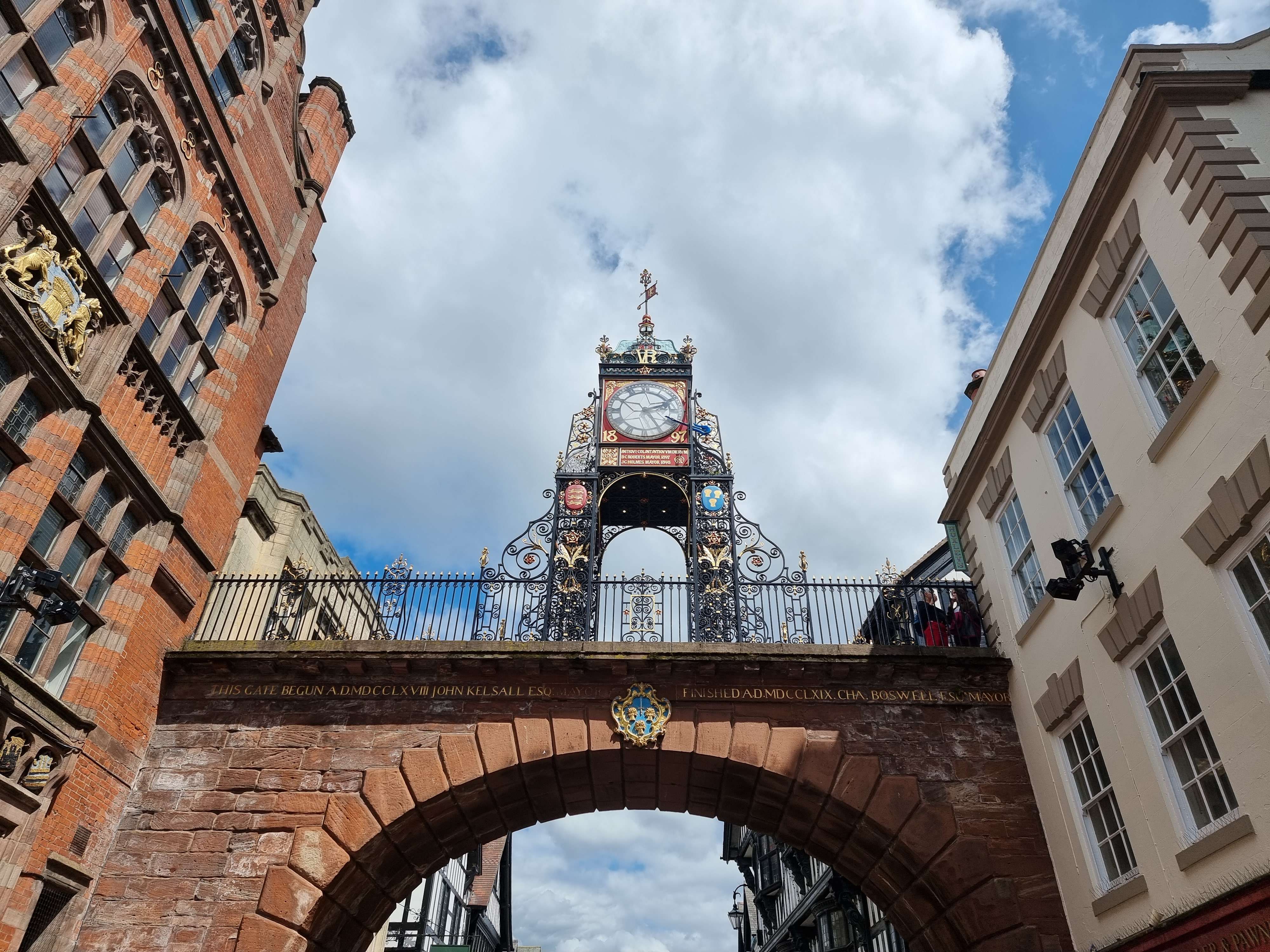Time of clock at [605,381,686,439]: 2:24
